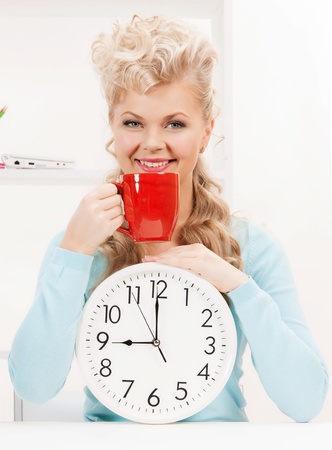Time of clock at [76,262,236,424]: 8:59
